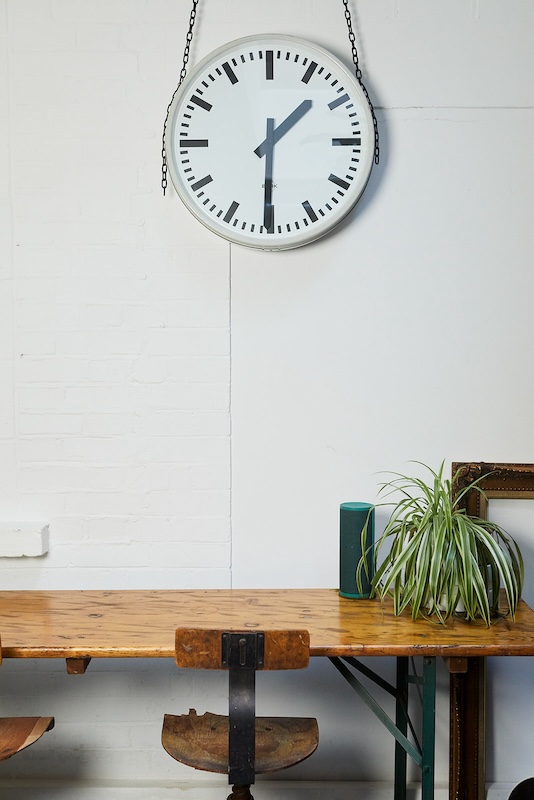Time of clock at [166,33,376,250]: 1:30
